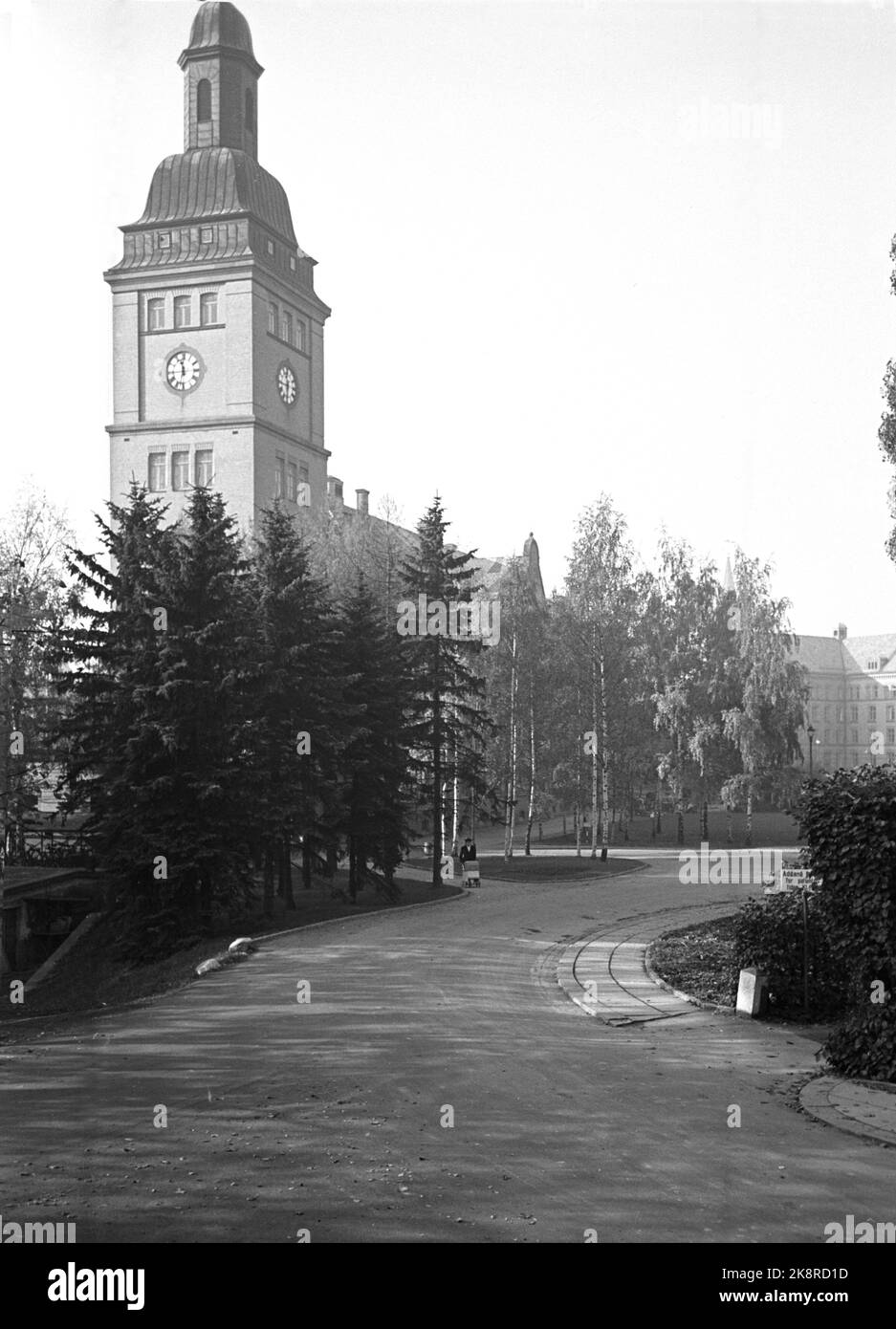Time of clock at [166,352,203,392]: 11:32
